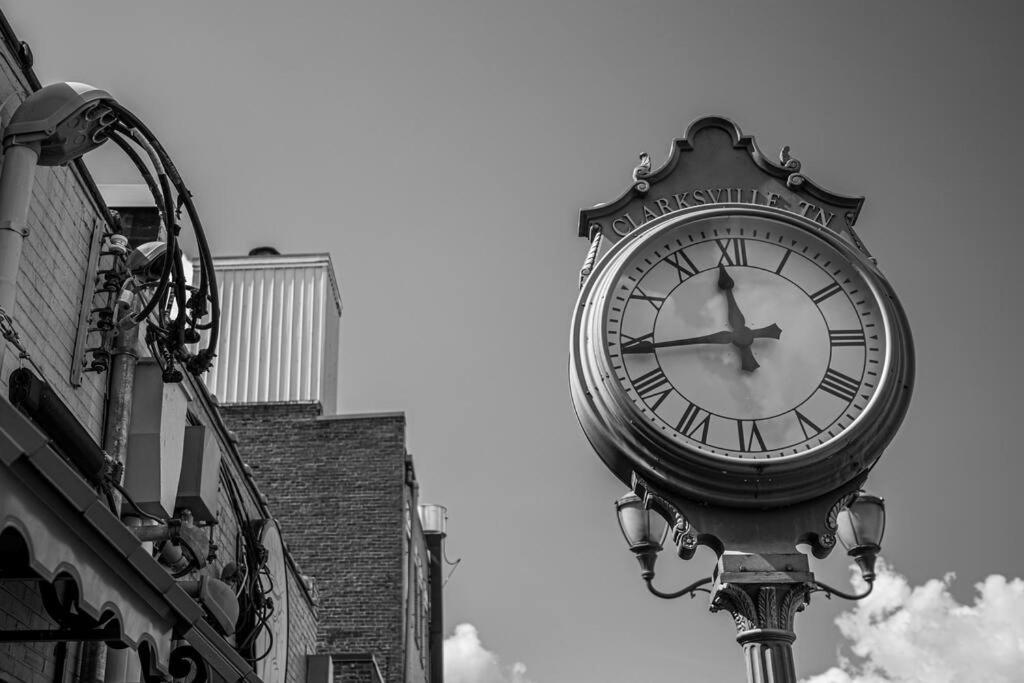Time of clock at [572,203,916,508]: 11:43
